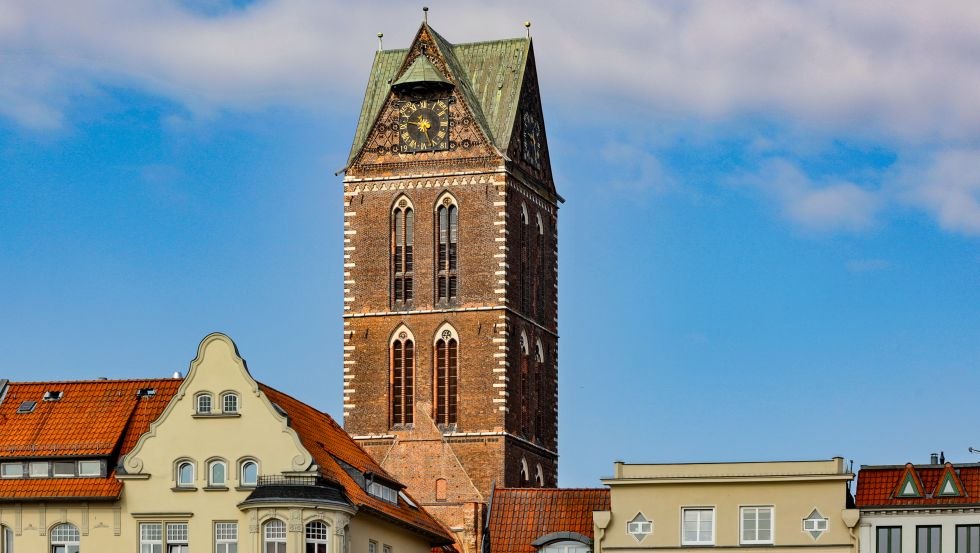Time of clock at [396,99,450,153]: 9:26
